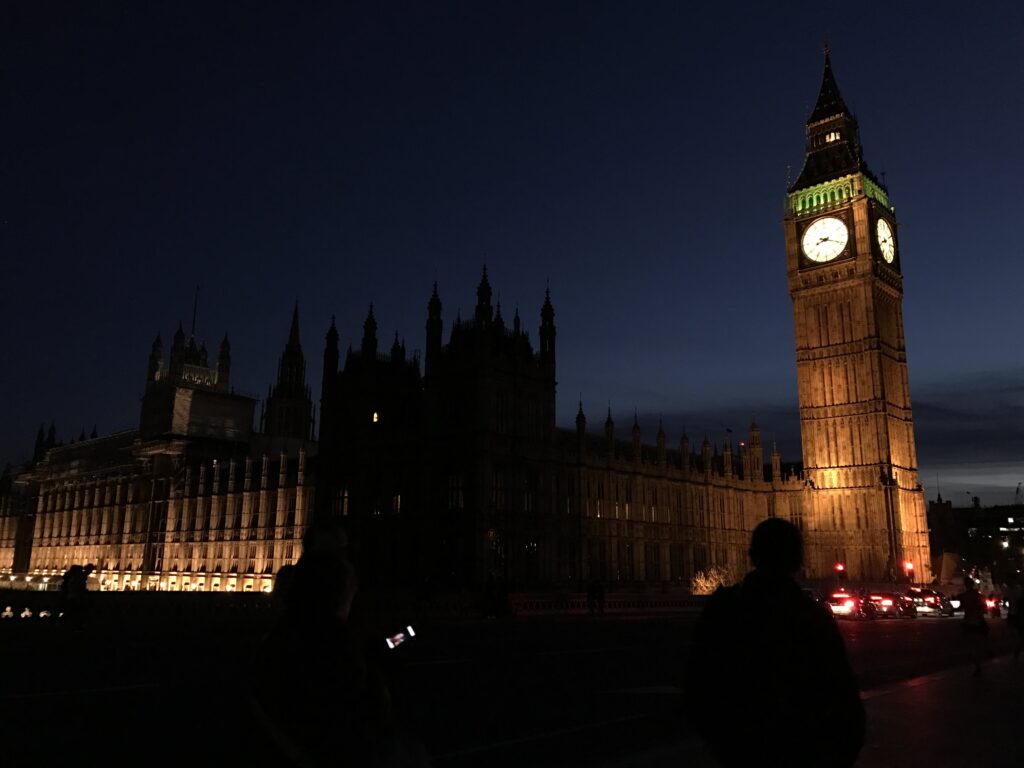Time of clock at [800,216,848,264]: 8:18
